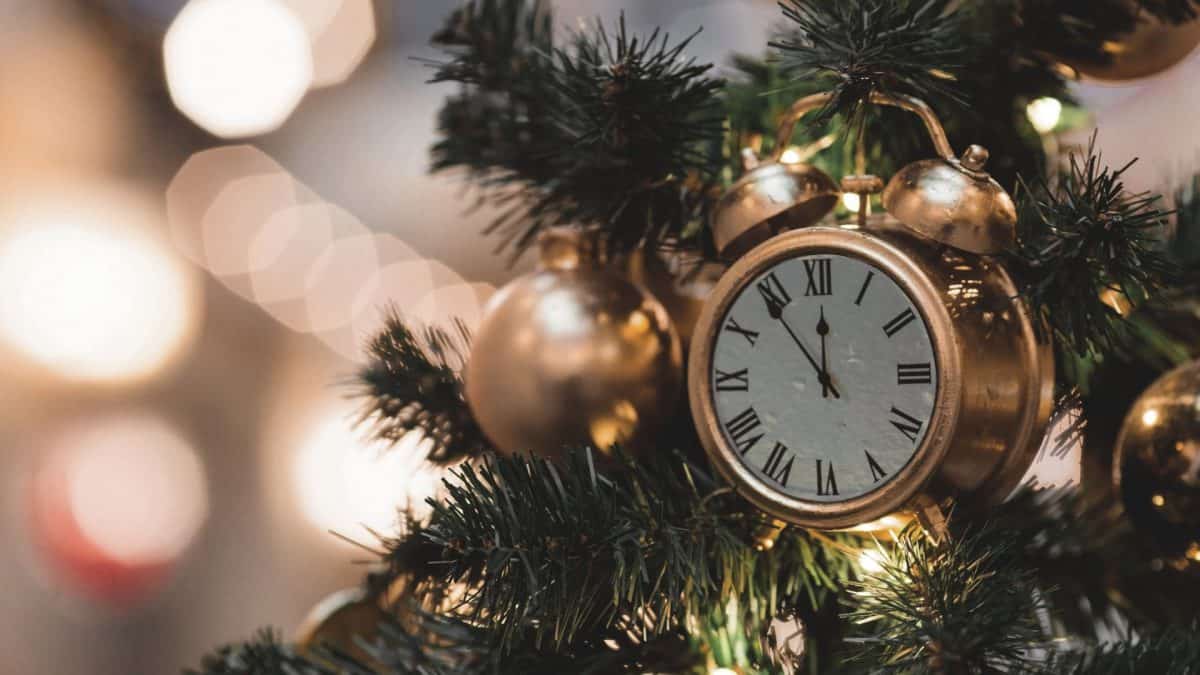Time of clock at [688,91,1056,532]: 11:53
